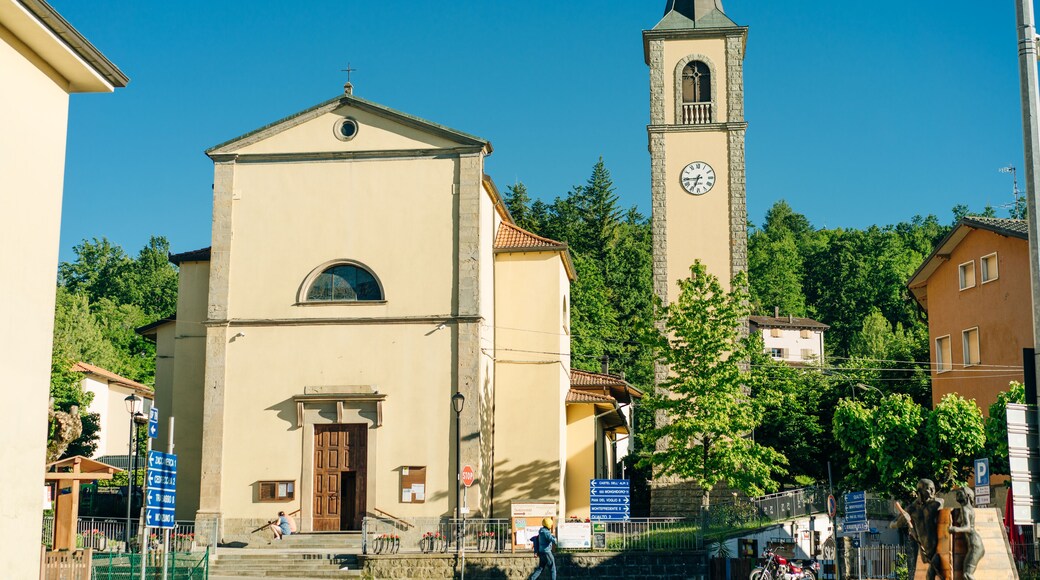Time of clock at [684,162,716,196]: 6:44
